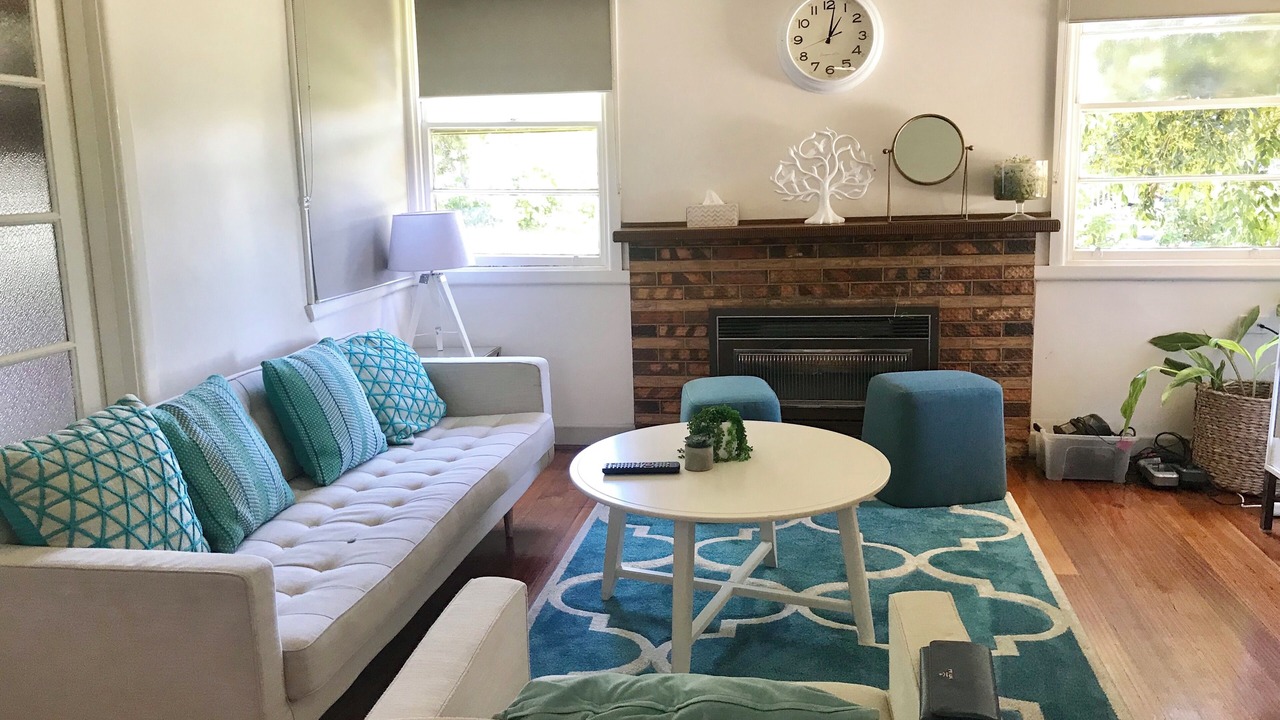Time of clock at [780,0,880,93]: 1:01
